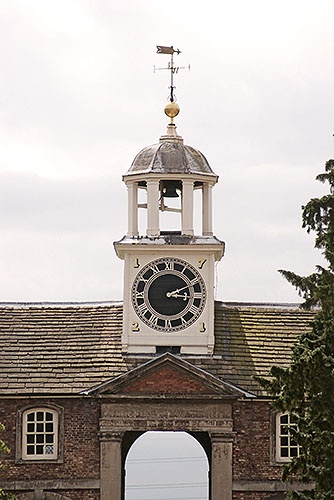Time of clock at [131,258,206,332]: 3:10
